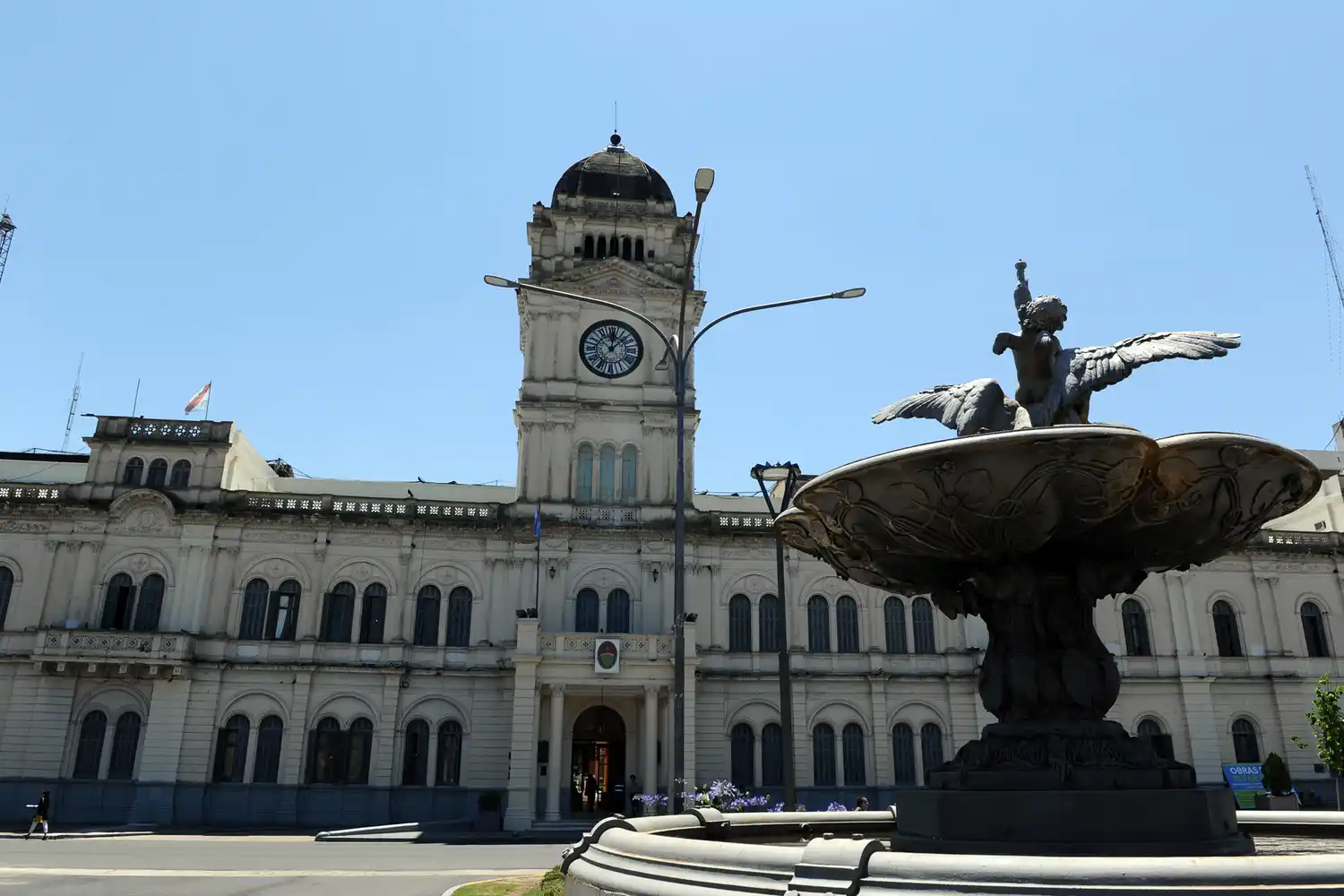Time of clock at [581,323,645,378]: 12:07
